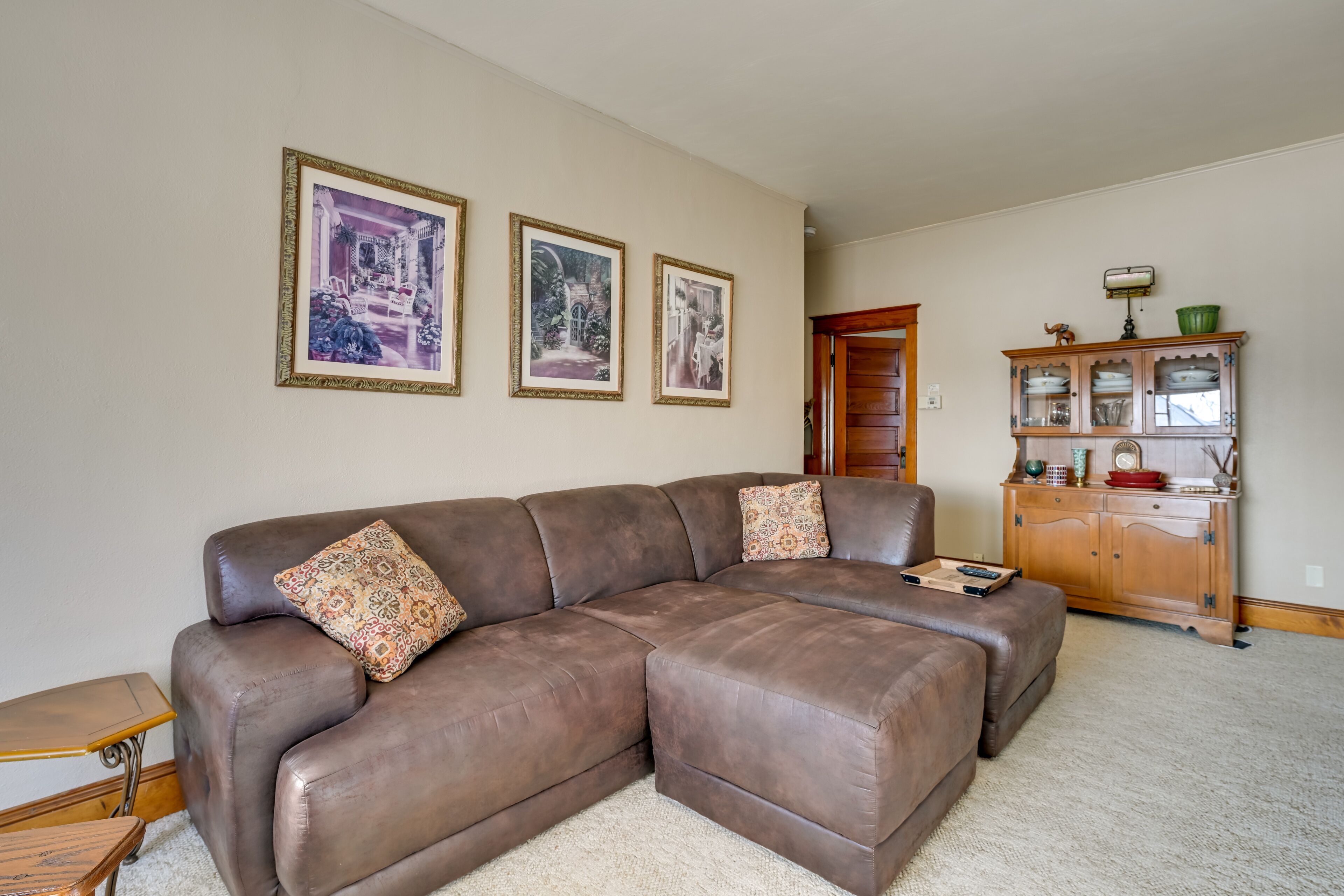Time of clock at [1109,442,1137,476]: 10:20
